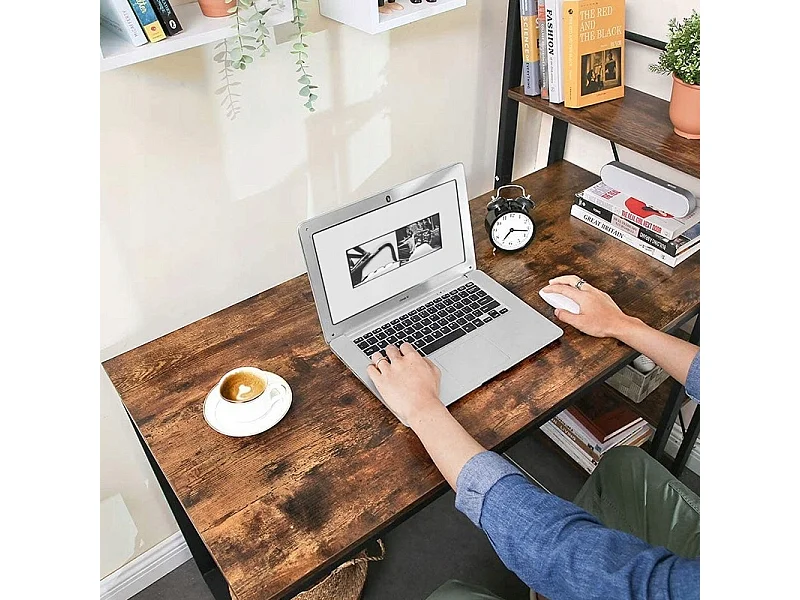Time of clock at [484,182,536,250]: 7:16
